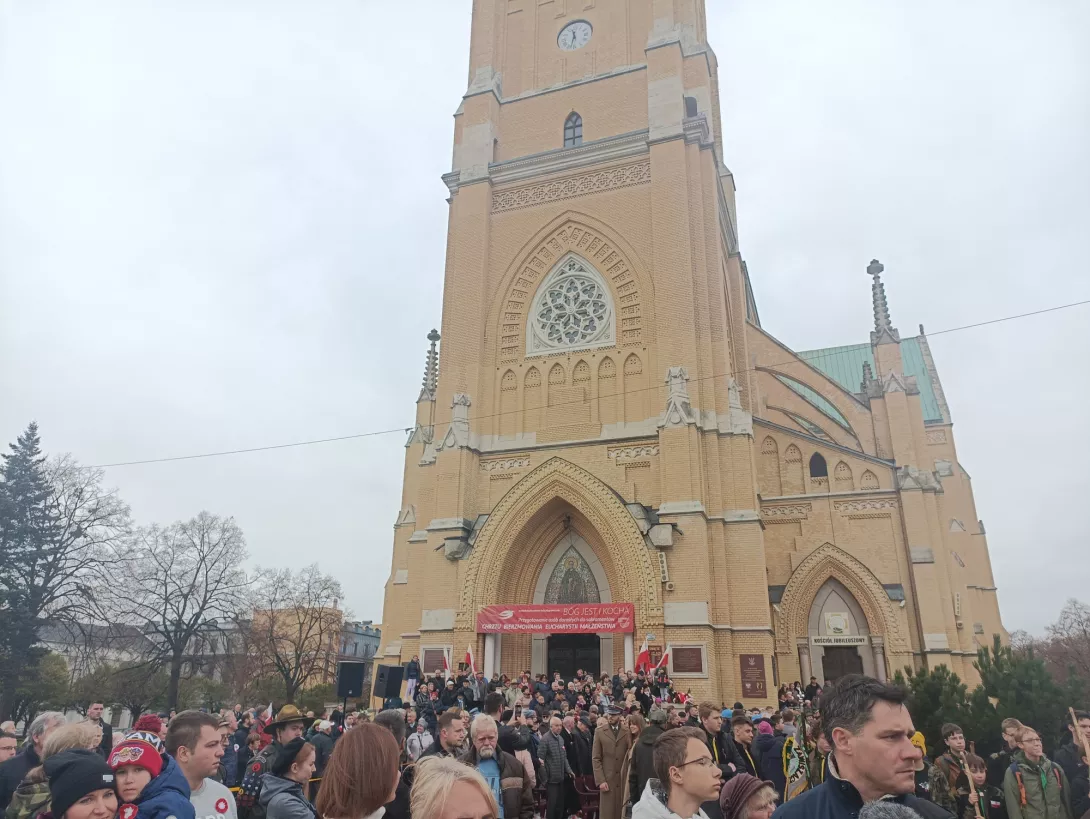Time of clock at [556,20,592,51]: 11:32
